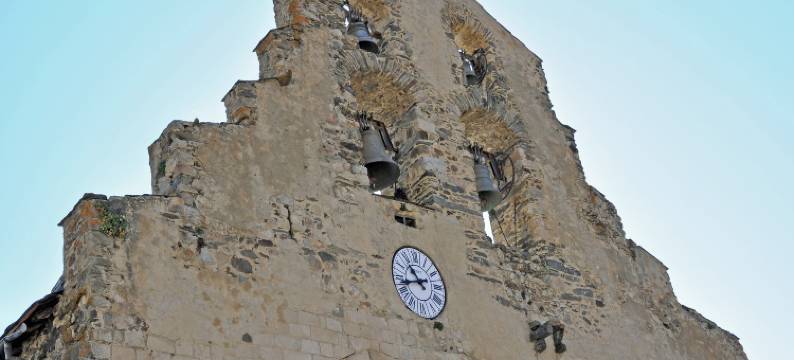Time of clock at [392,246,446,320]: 10:42
